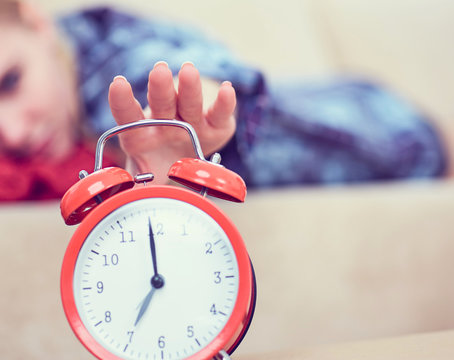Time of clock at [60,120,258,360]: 6:59
